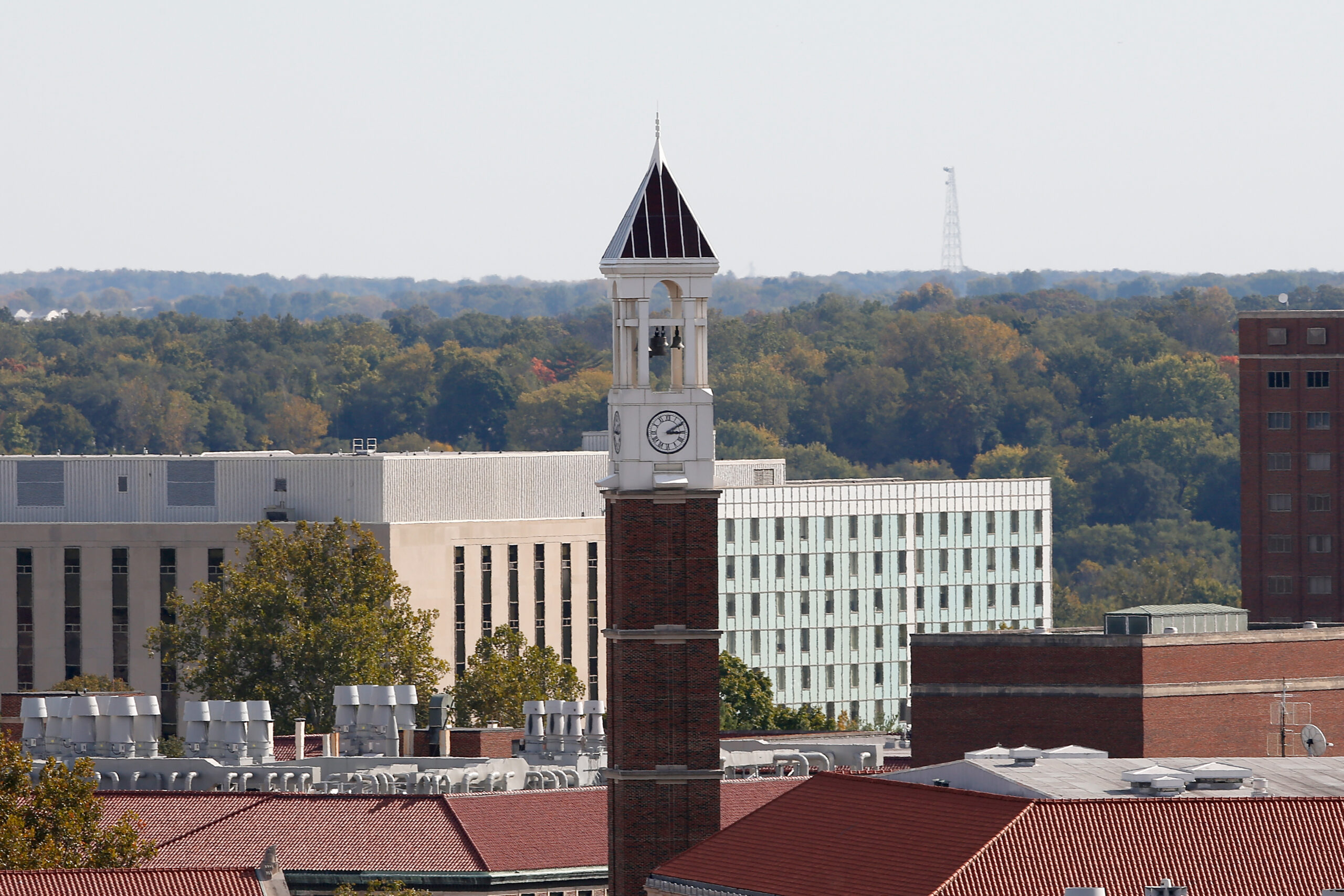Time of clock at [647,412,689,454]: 3:09
